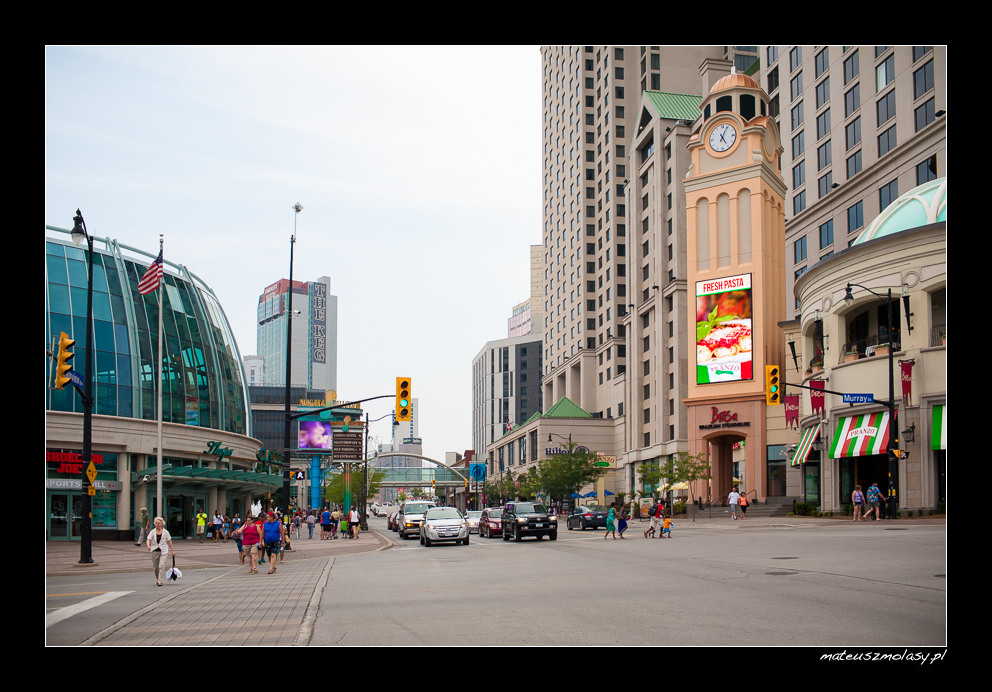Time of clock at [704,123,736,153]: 5:04
